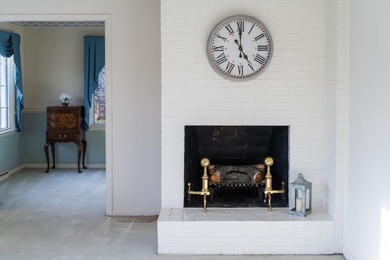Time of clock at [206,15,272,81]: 4:59
